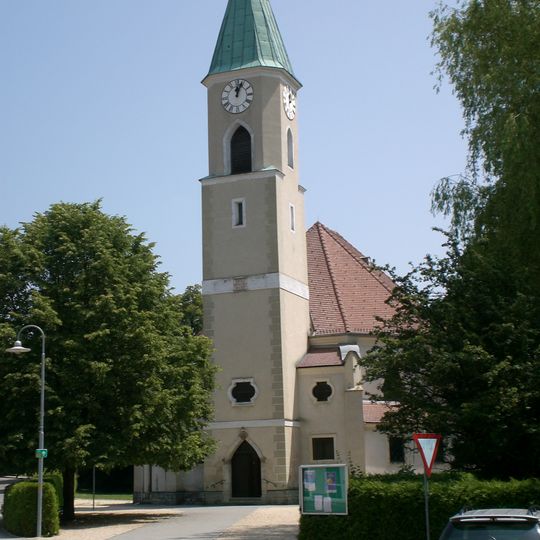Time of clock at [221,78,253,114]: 12:03
